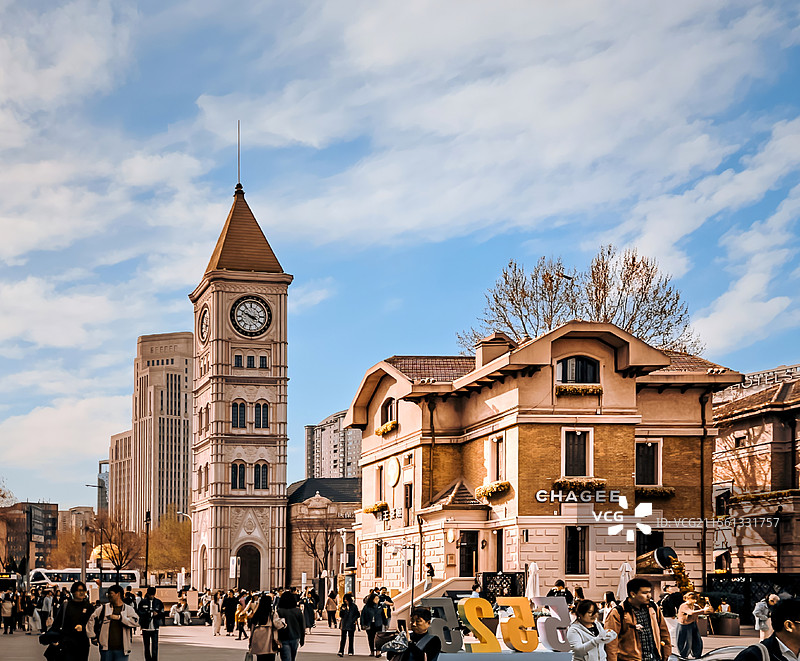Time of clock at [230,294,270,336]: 3:49
